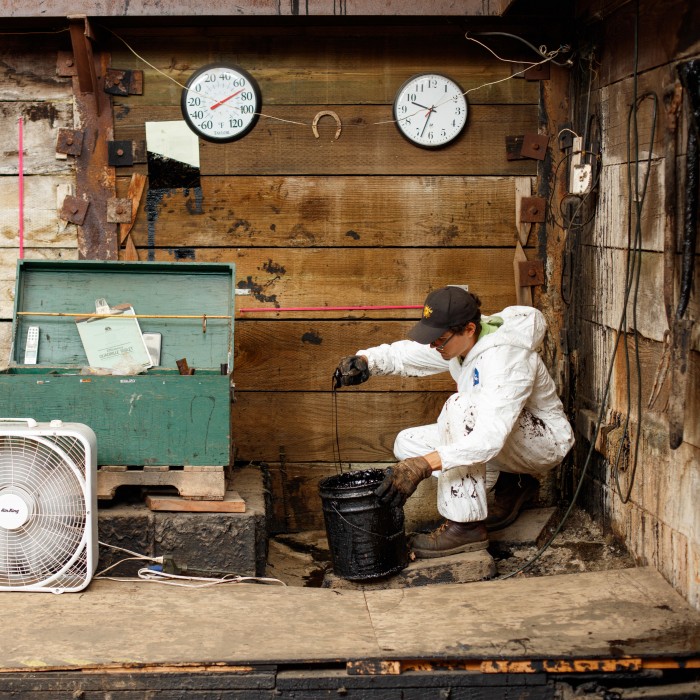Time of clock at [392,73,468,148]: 9:33
